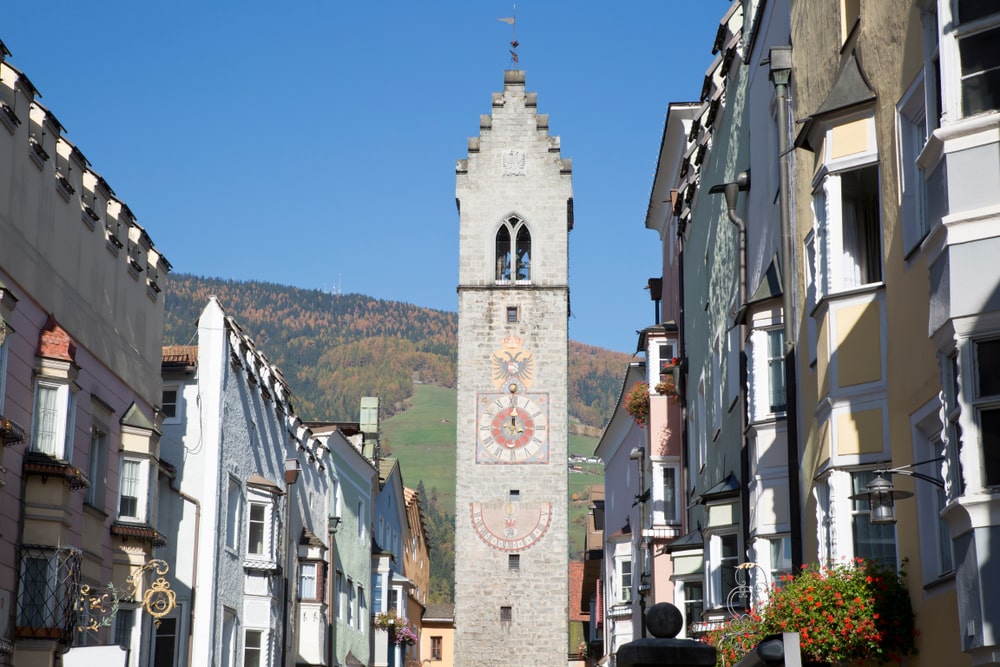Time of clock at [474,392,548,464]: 12:00
